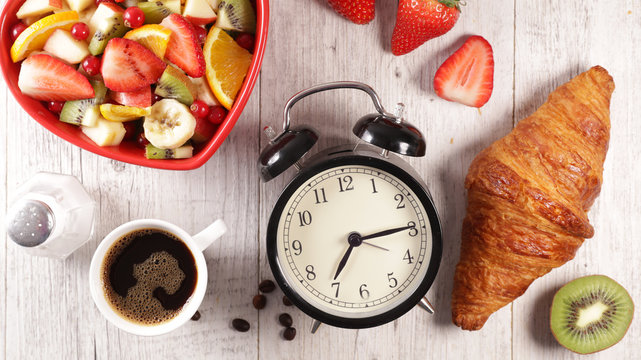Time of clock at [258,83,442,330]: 7:14
